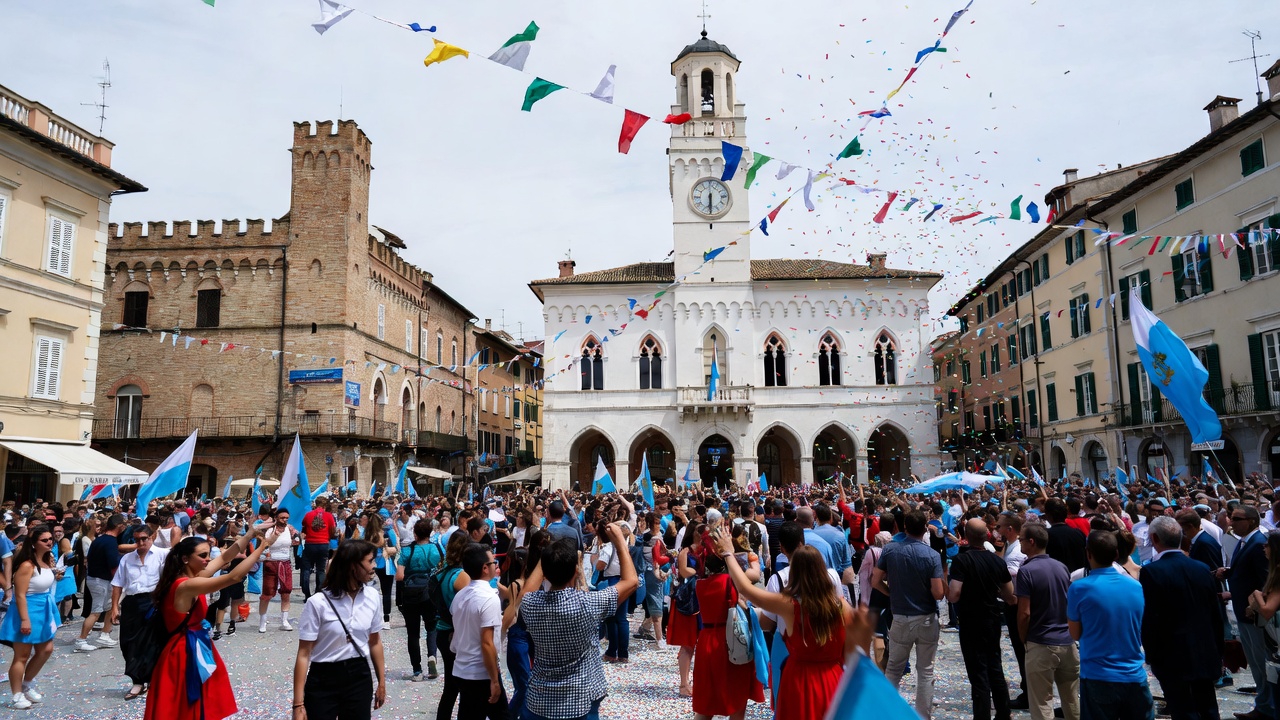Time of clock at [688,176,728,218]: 6:30
